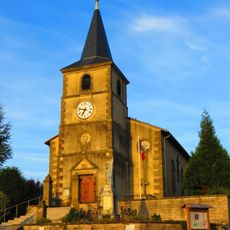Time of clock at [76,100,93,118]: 6:47
